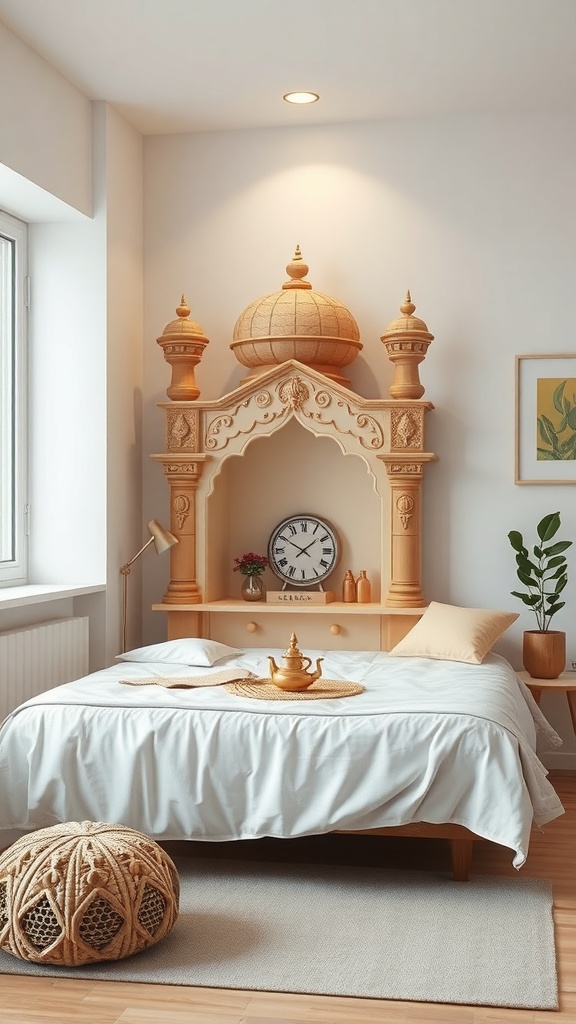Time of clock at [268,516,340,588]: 1:50
